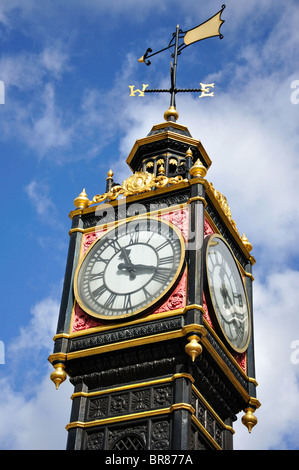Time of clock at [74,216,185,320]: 11:17
